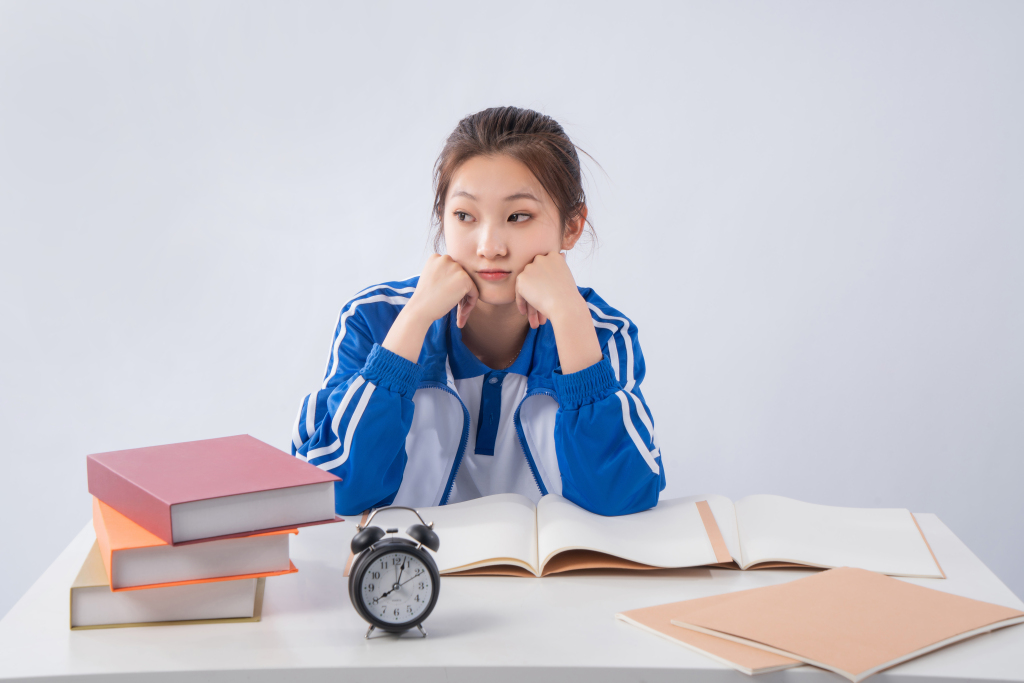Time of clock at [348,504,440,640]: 8:03
